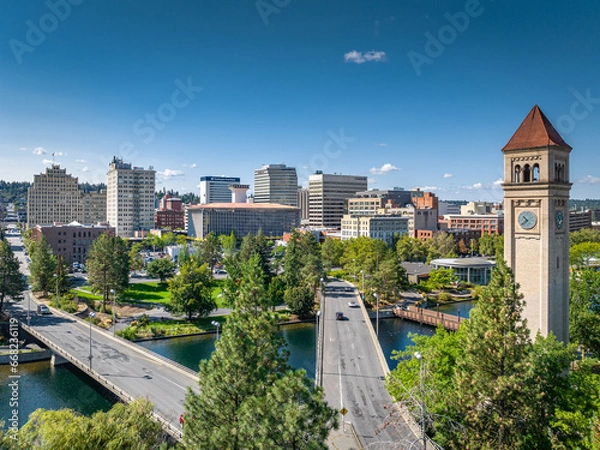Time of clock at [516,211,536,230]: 10:38
